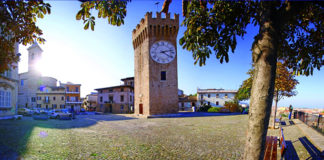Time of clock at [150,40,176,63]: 4:12
